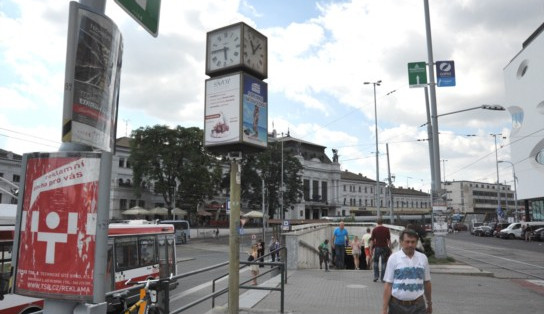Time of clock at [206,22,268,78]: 5:45
